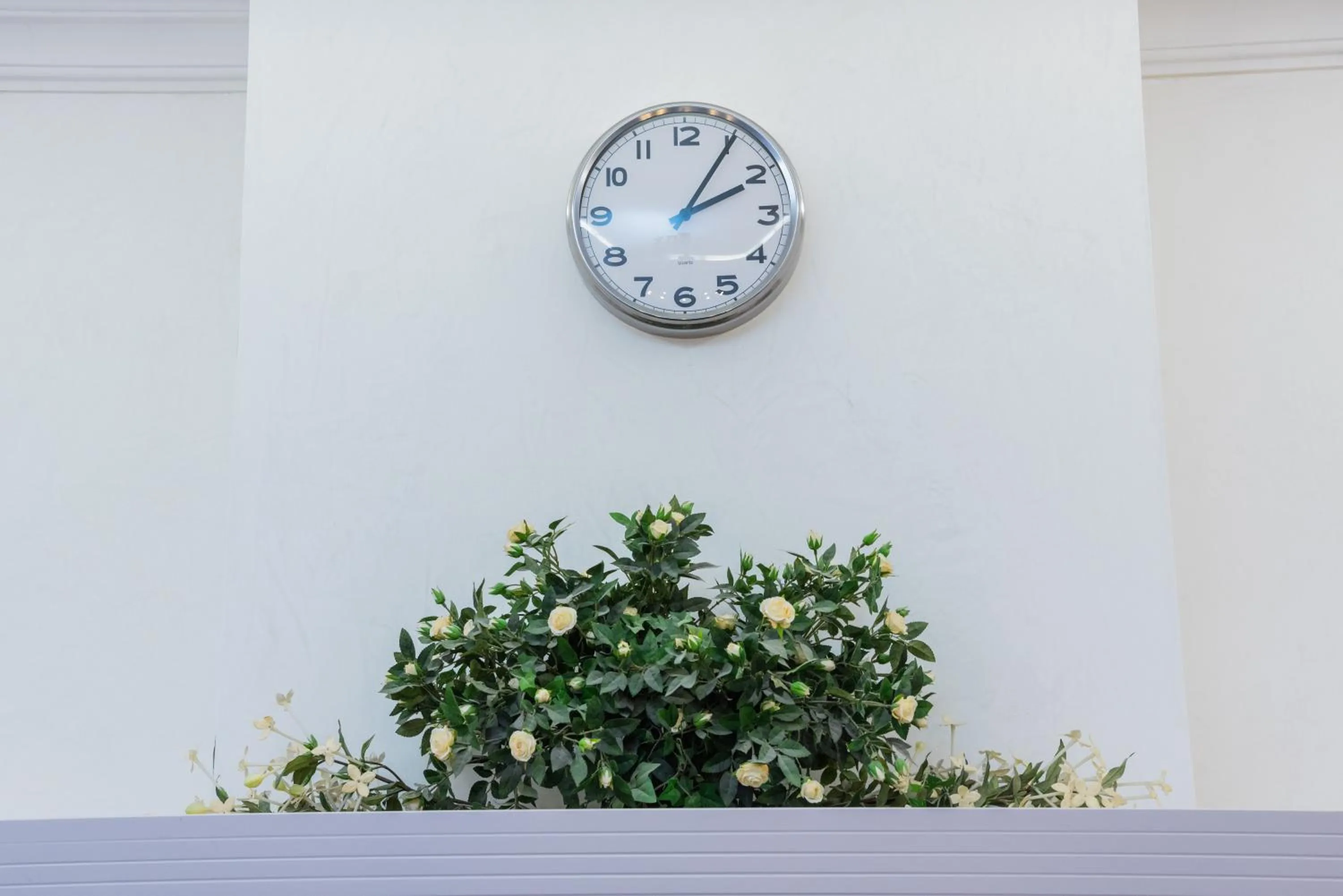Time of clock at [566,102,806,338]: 2:05
